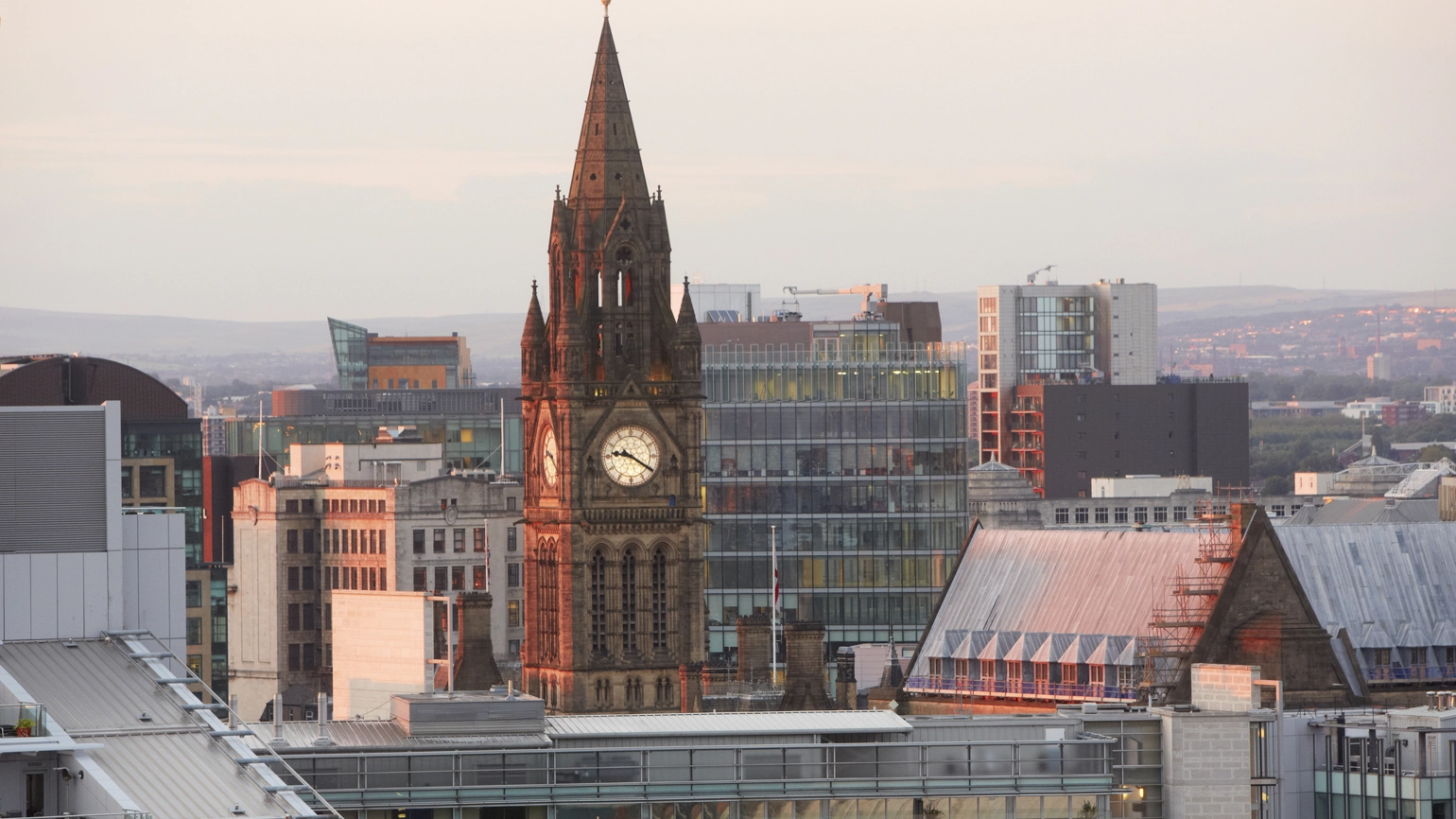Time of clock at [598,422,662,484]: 9:20
